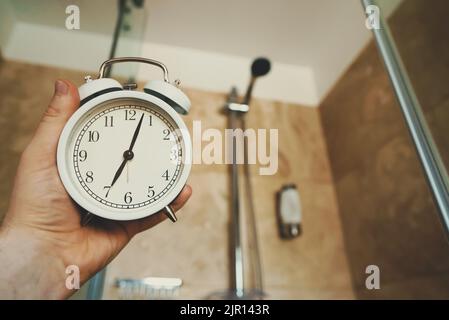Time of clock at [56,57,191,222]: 7:03
